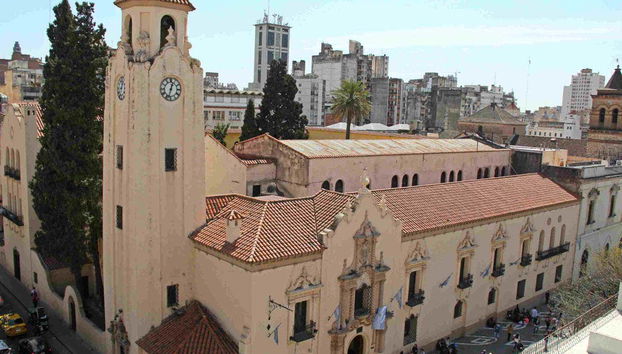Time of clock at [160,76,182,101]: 12:32
